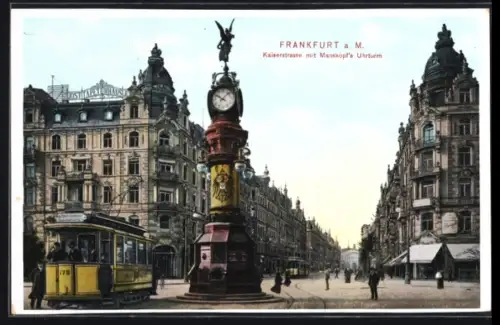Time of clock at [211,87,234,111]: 10:07
